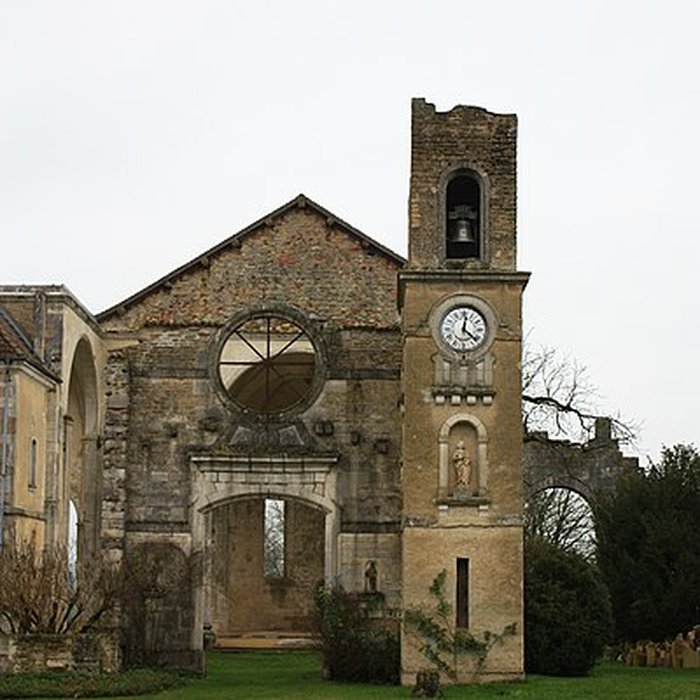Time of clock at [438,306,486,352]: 12:21
